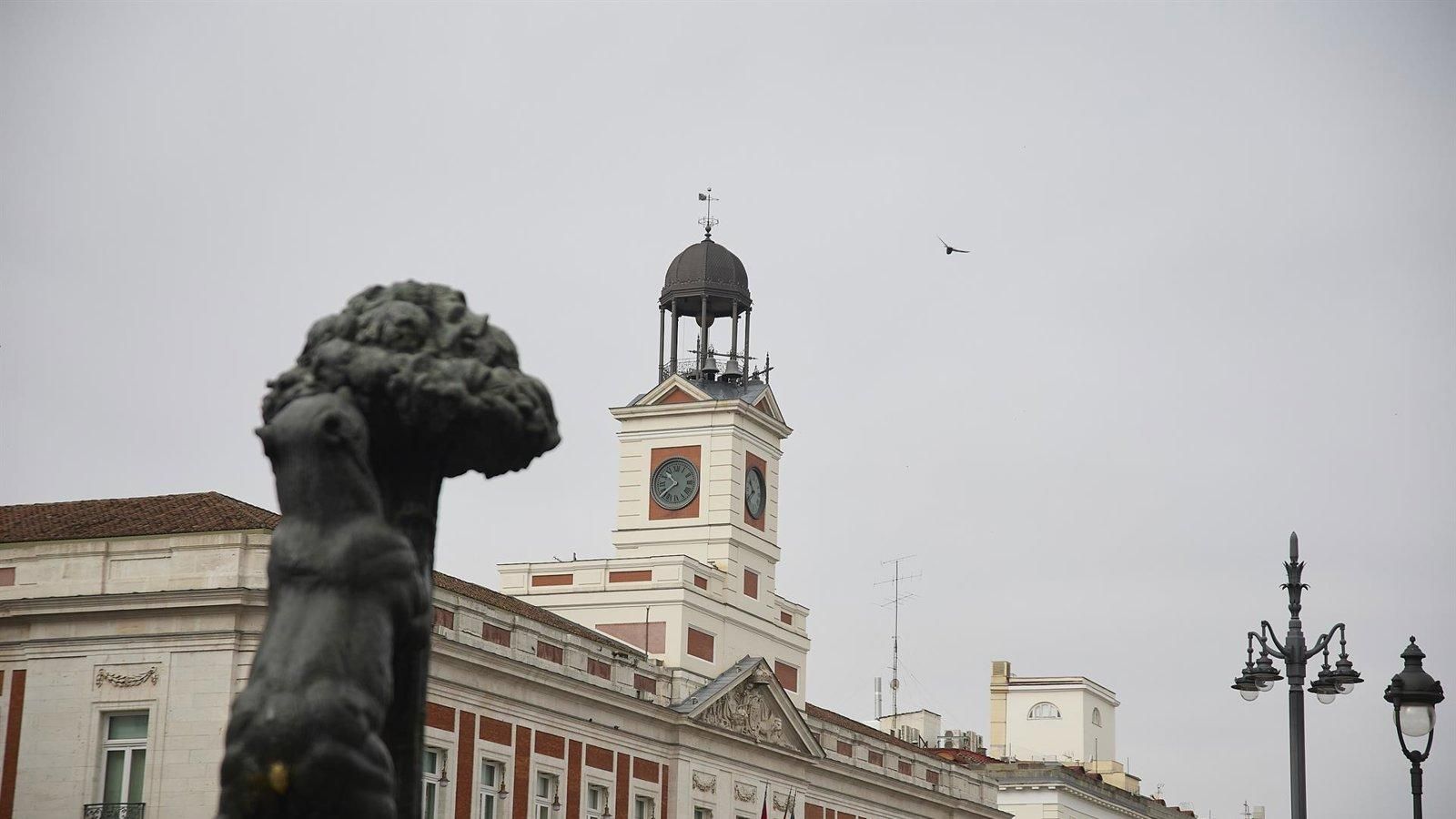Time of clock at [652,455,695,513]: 10:38
